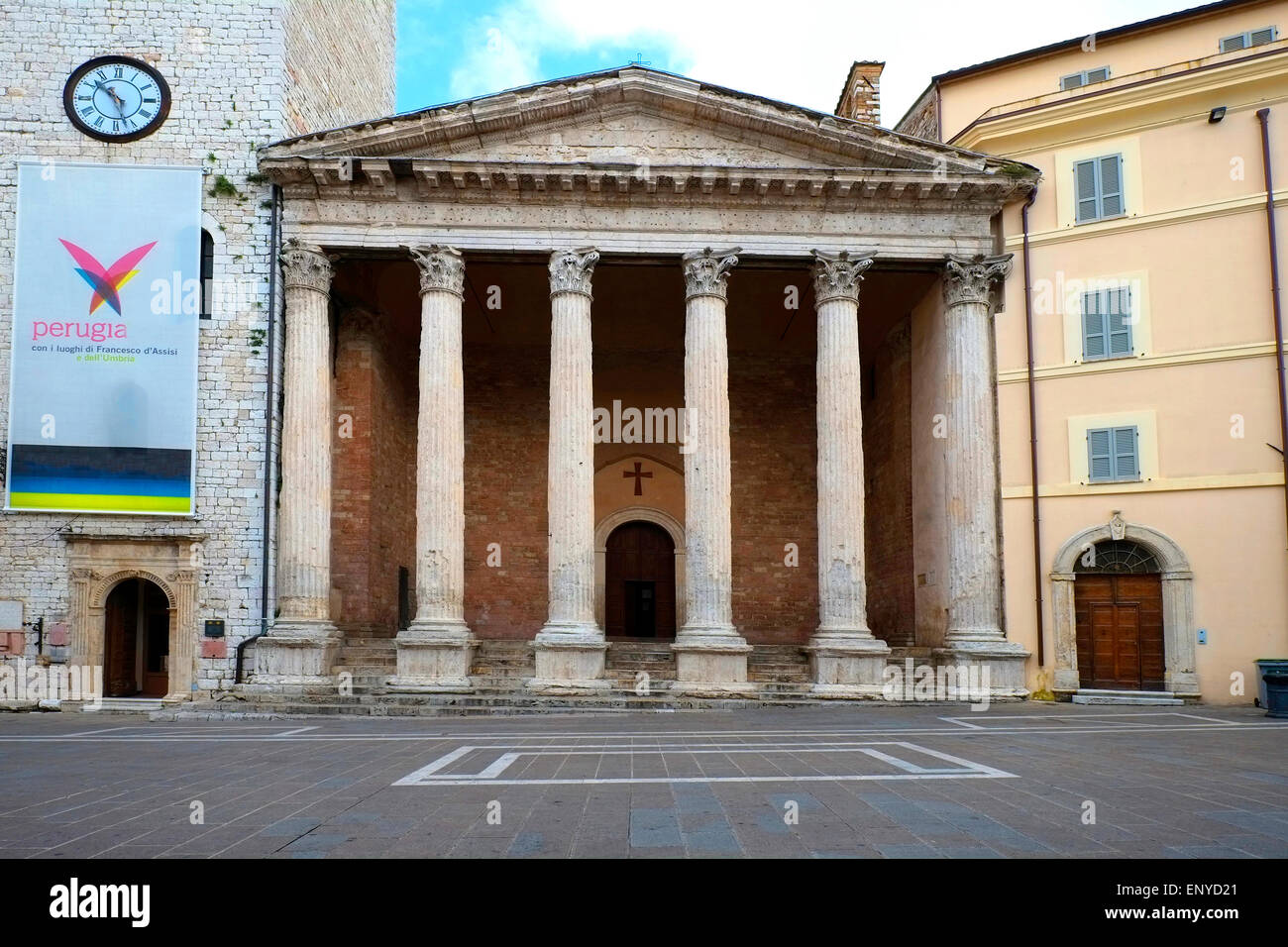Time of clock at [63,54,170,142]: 10:51
